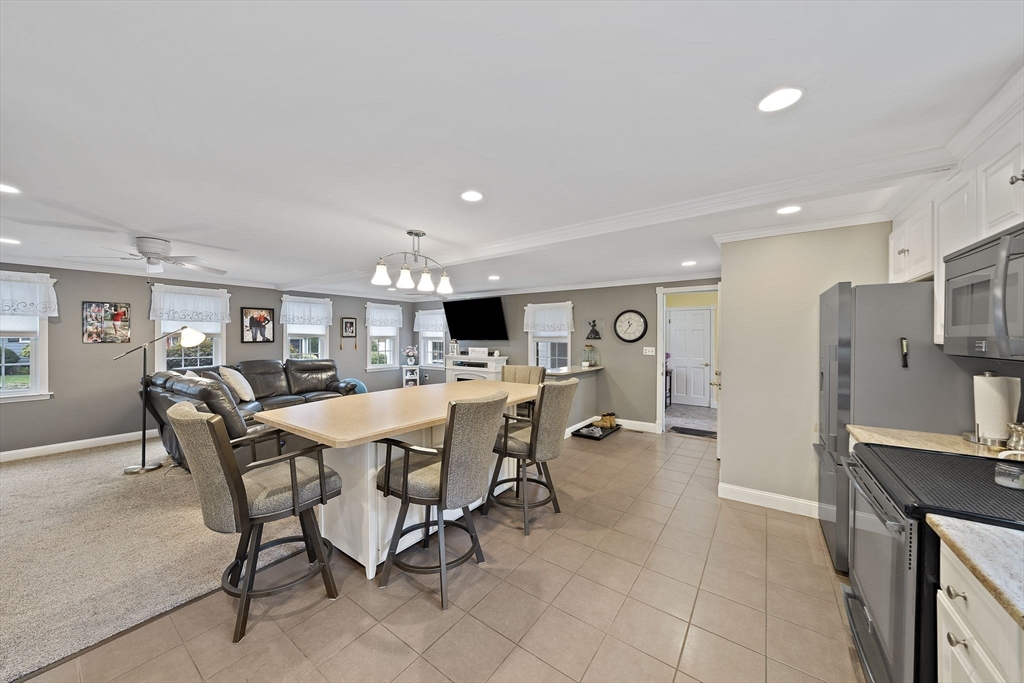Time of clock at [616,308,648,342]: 11:36
